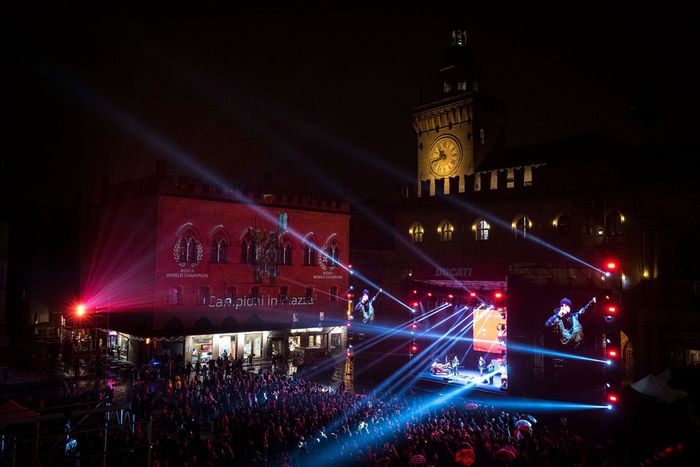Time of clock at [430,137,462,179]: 10:41
